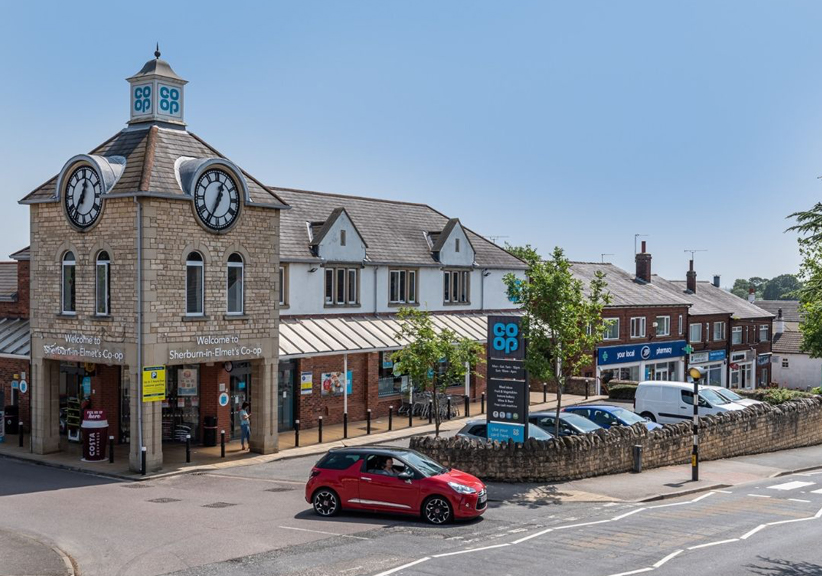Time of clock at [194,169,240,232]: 12:35
